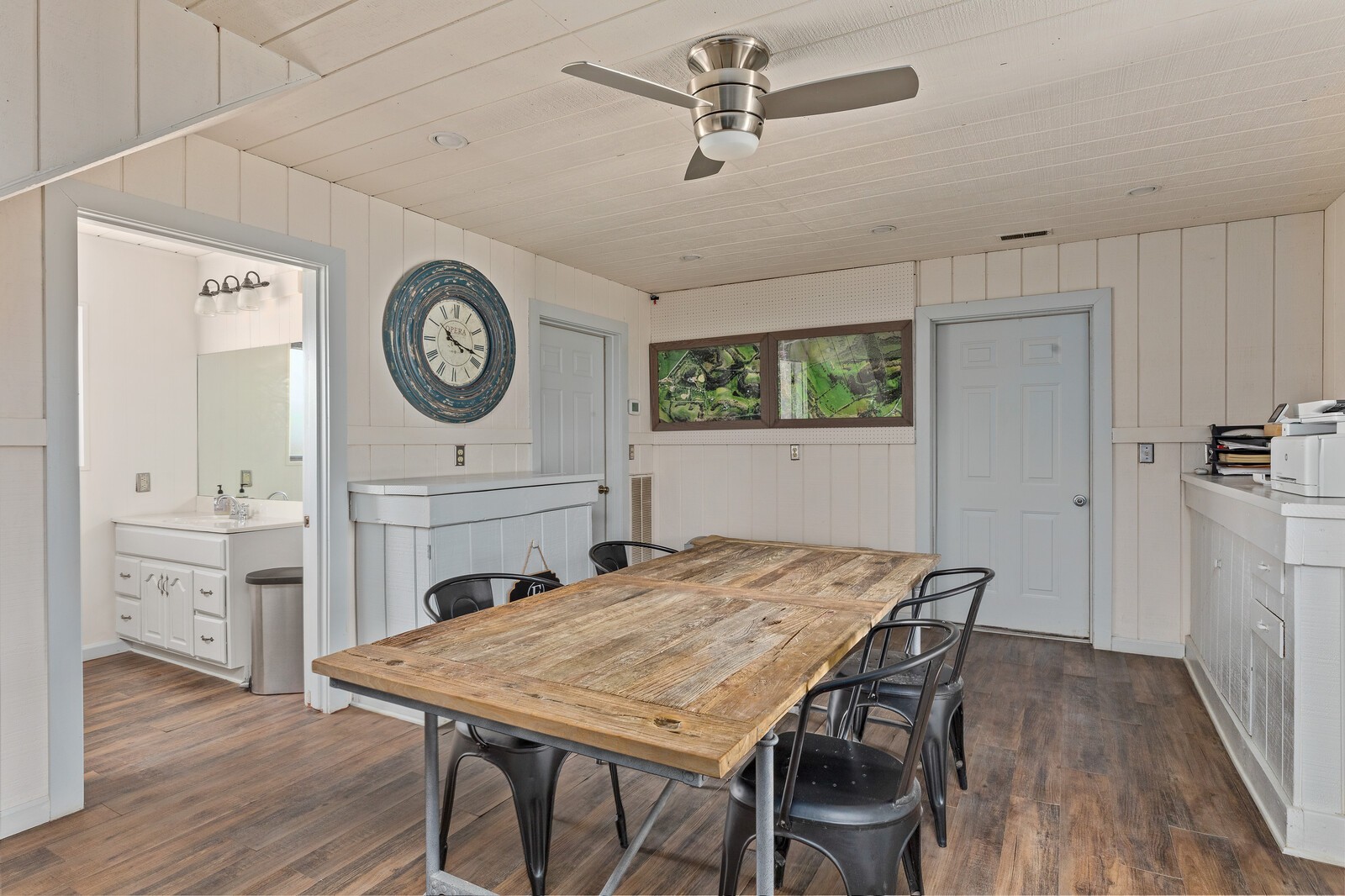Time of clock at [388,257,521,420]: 10:17
